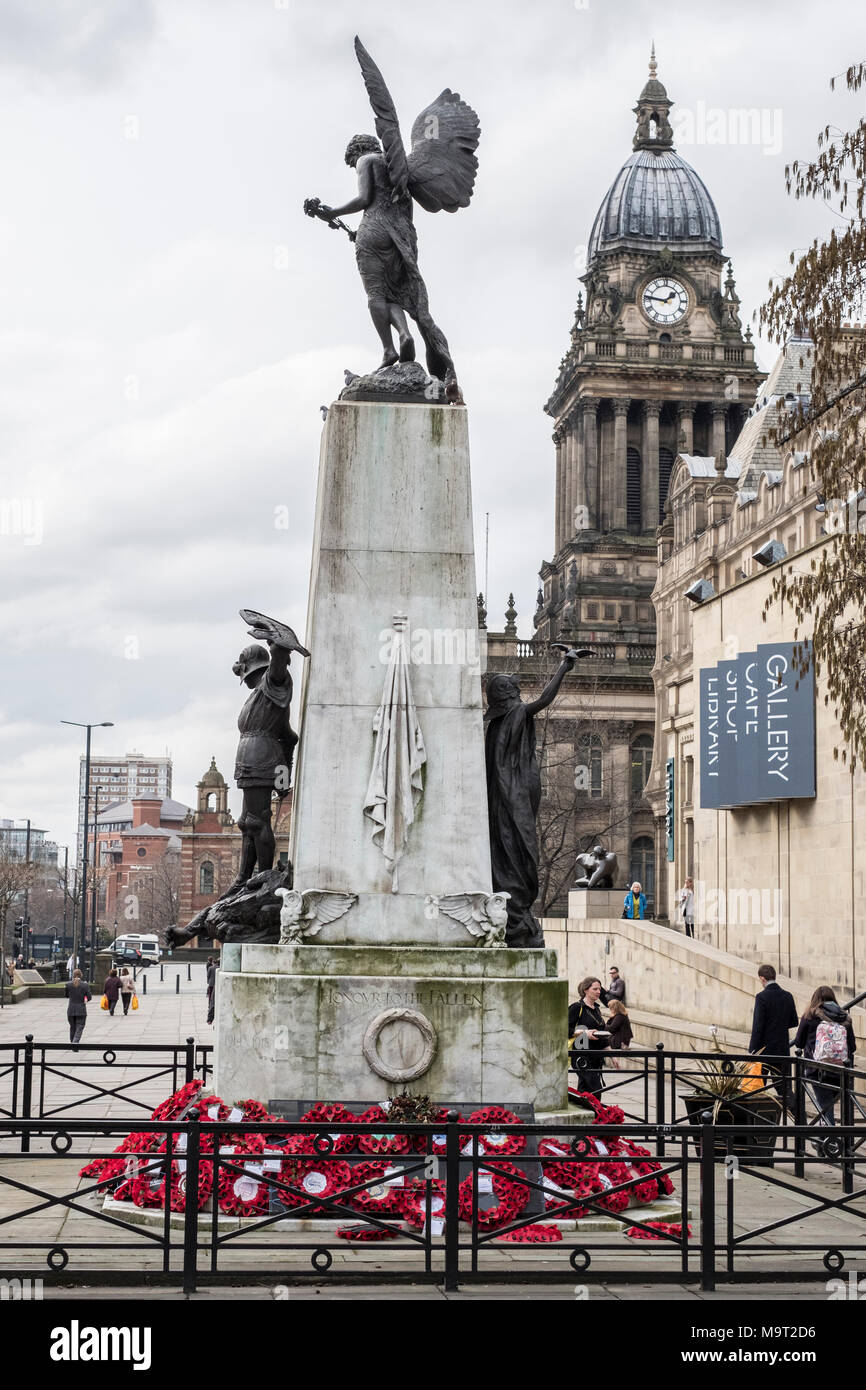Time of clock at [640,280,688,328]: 1:46
